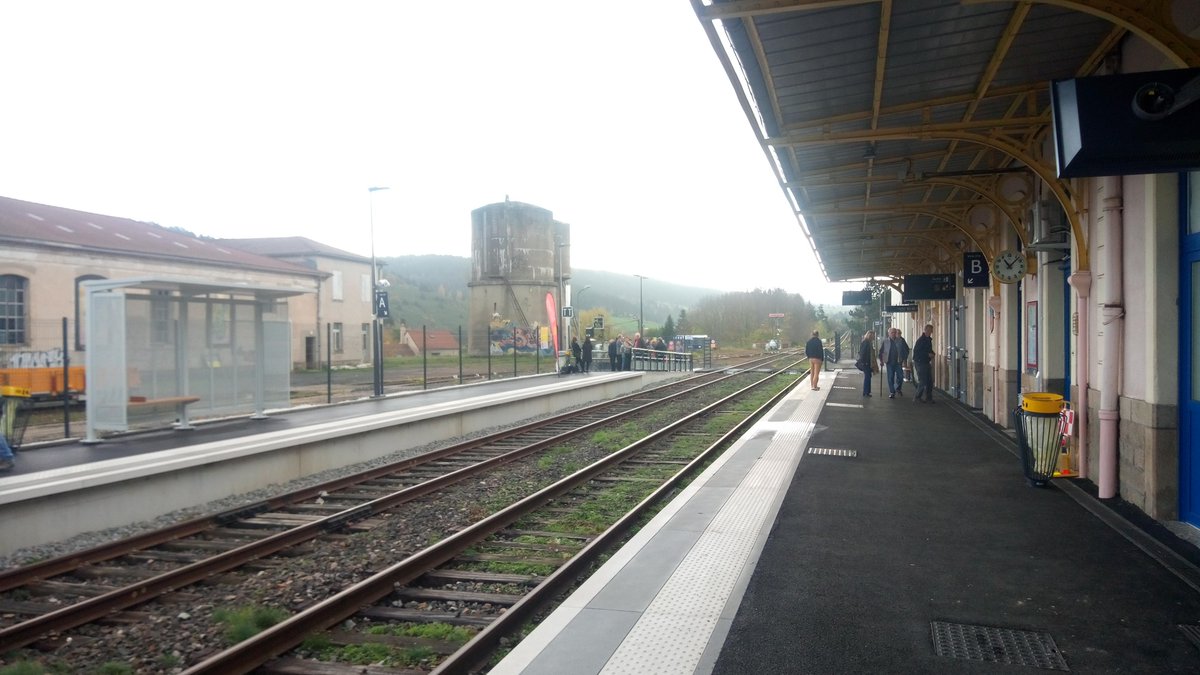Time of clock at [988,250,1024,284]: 11:07
